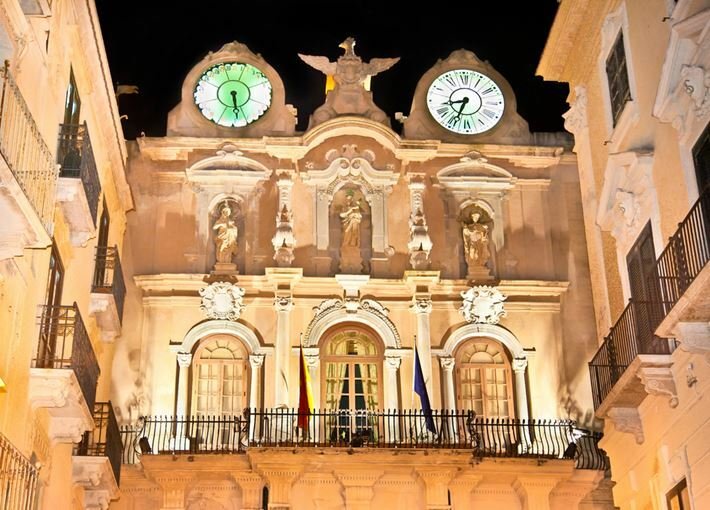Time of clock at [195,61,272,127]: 5:28
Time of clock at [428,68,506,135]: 8:34
